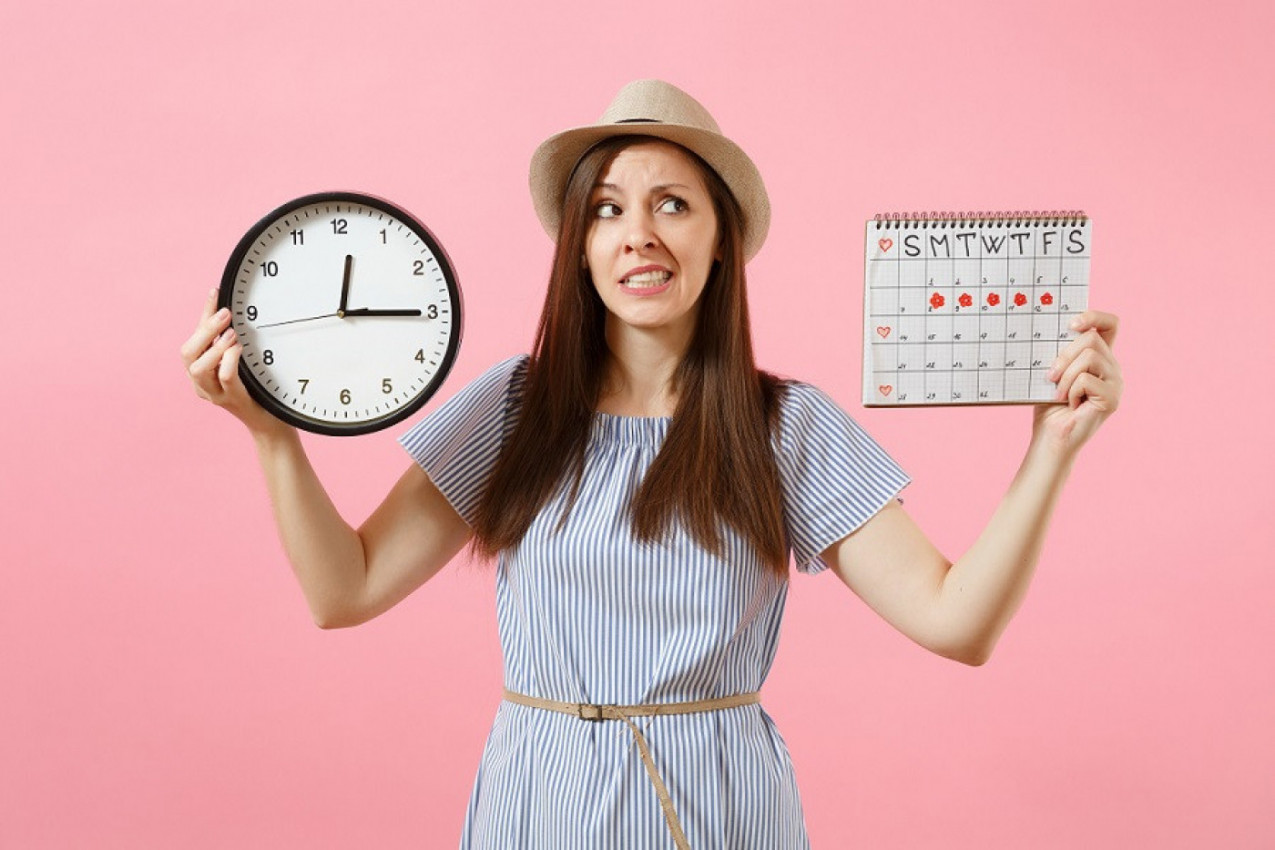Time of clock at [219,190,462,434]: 12:15
